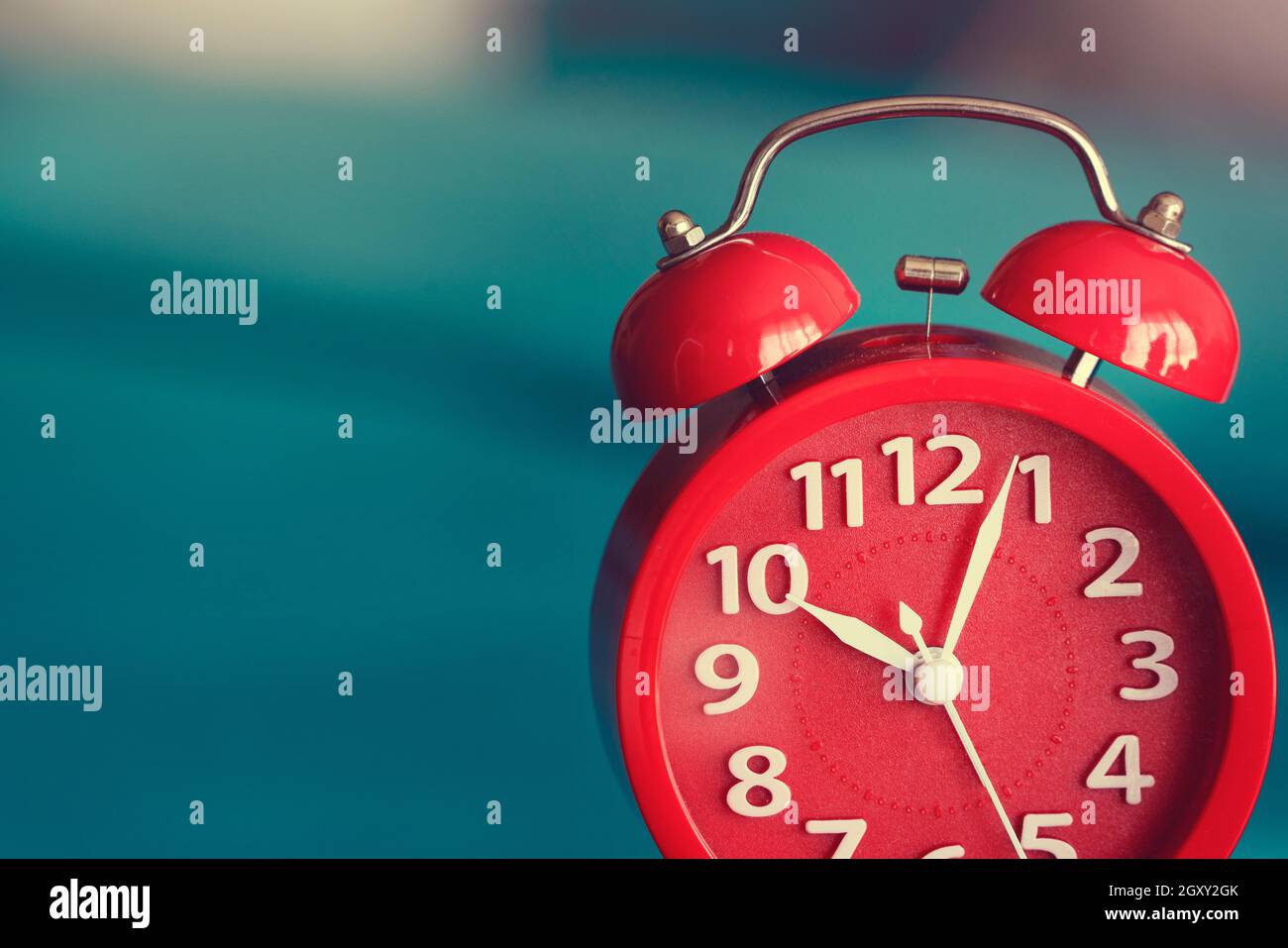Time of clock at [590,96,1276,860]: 10:03
